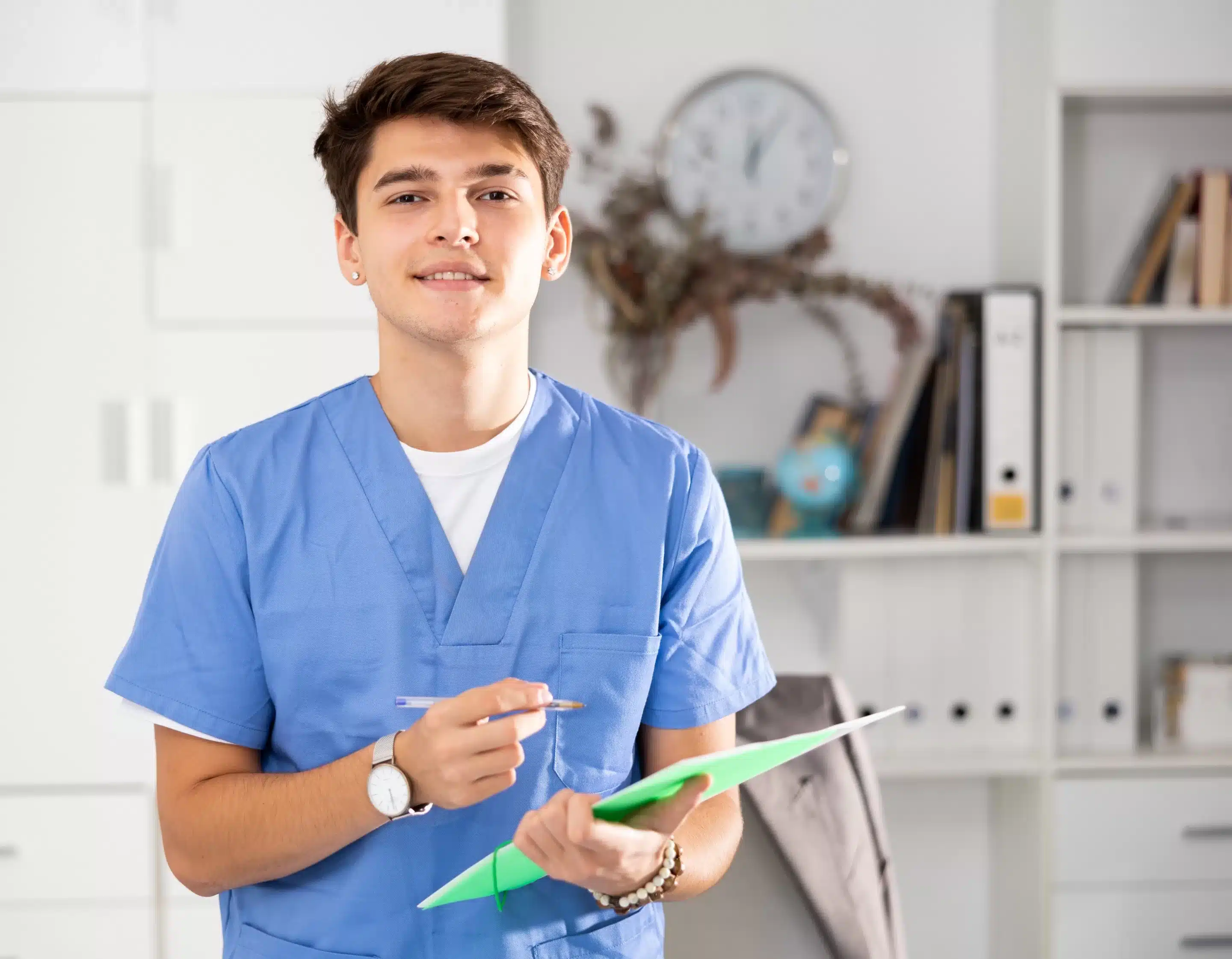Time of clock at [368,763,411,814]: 5:26
